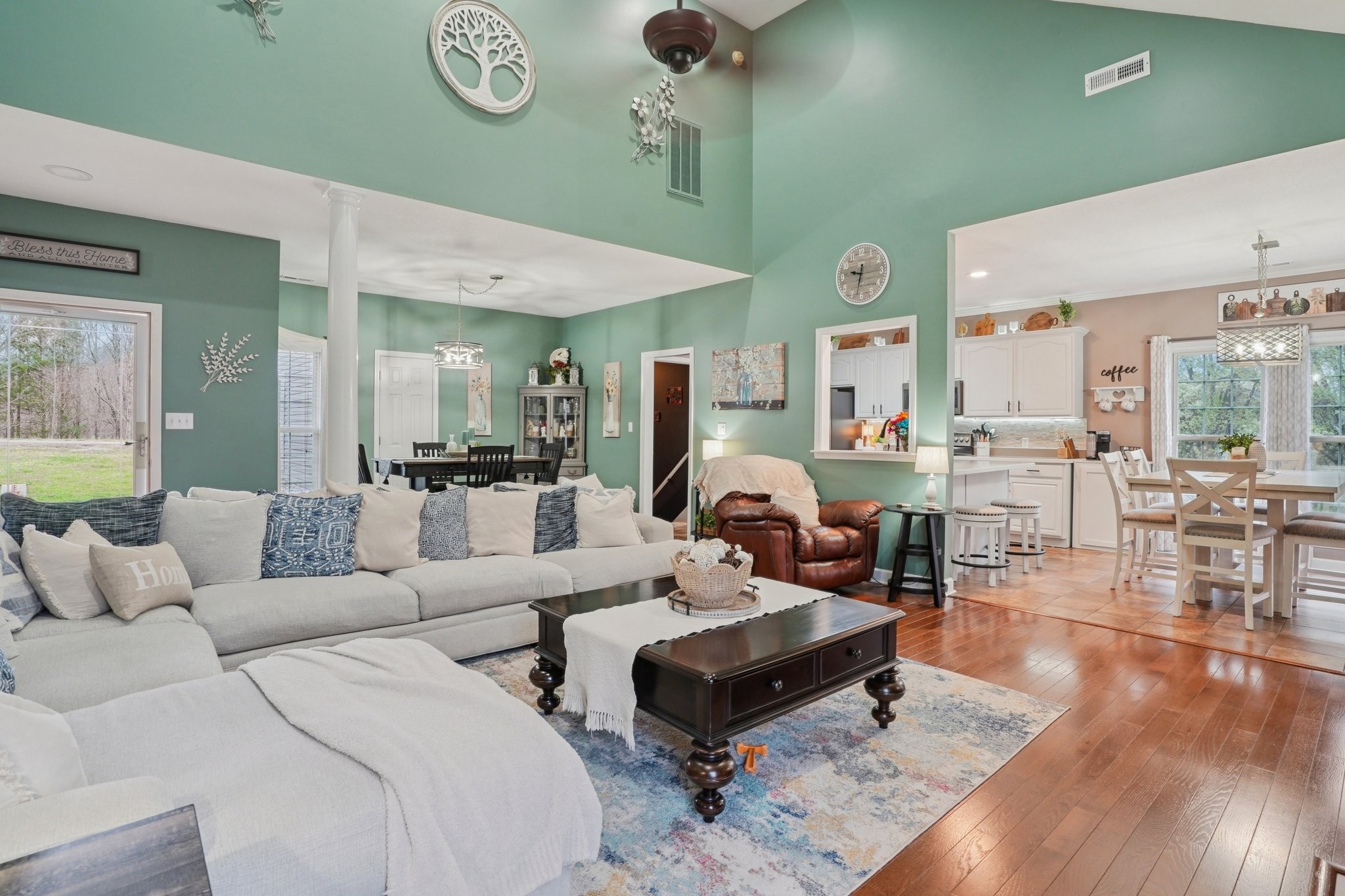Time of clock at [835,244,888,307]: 9:32
